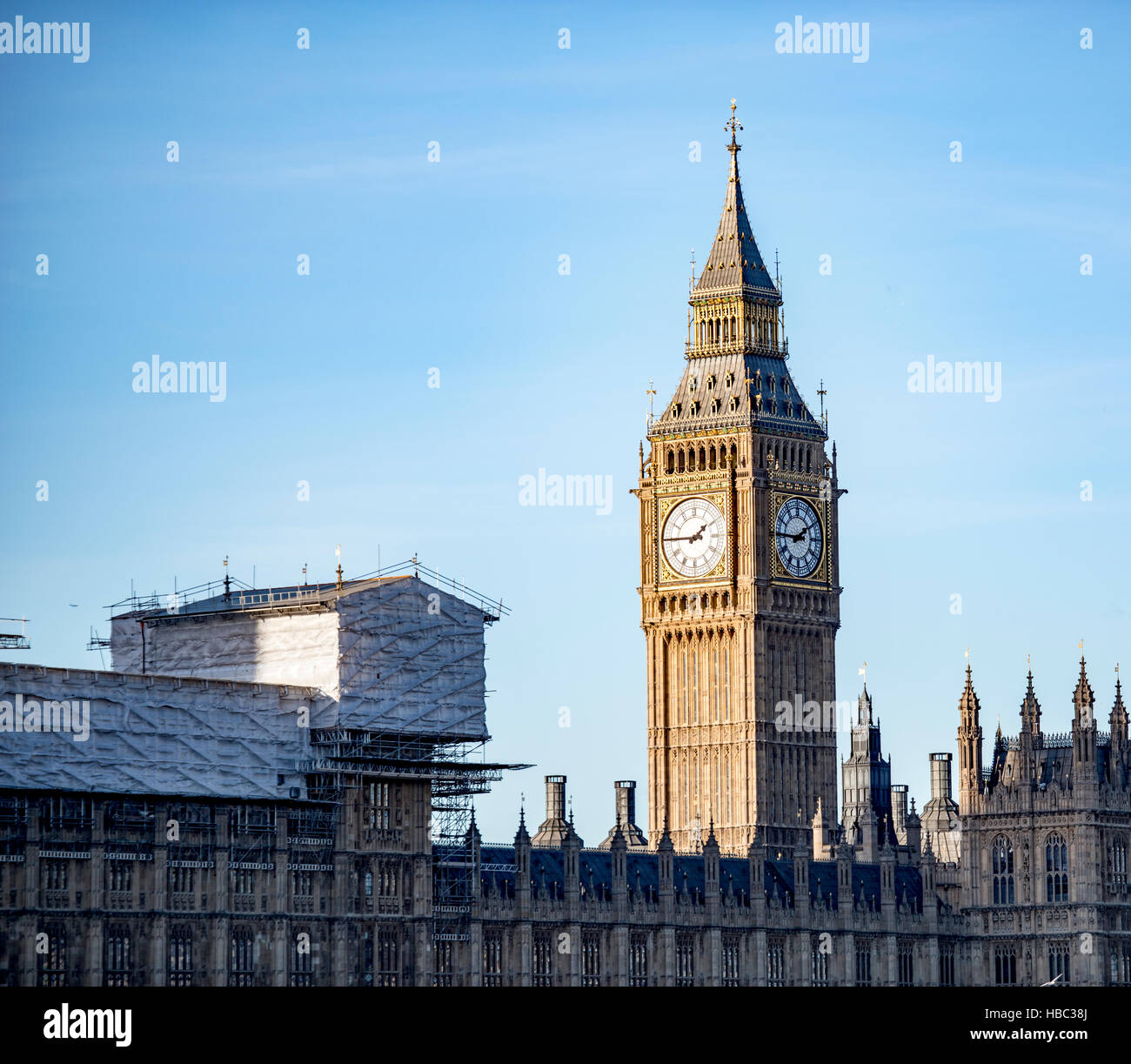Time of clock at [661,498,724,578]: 1:45
